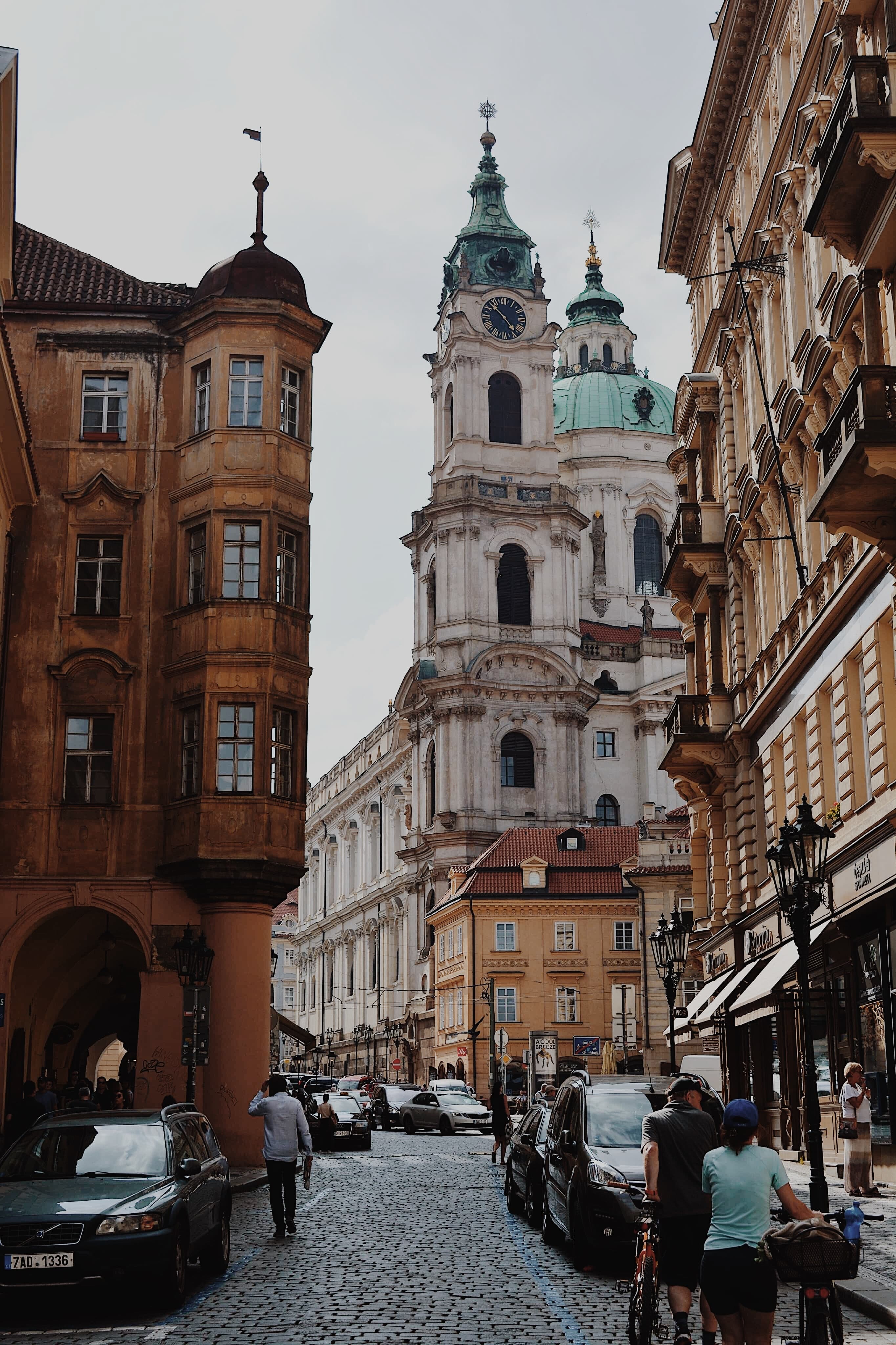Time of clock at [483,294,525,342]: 4:52
